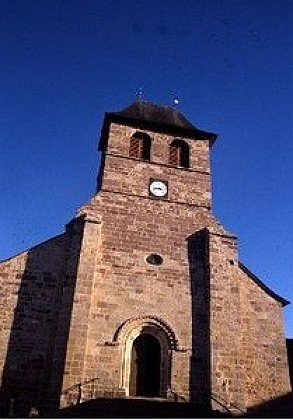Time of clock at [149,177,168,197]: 3:43
